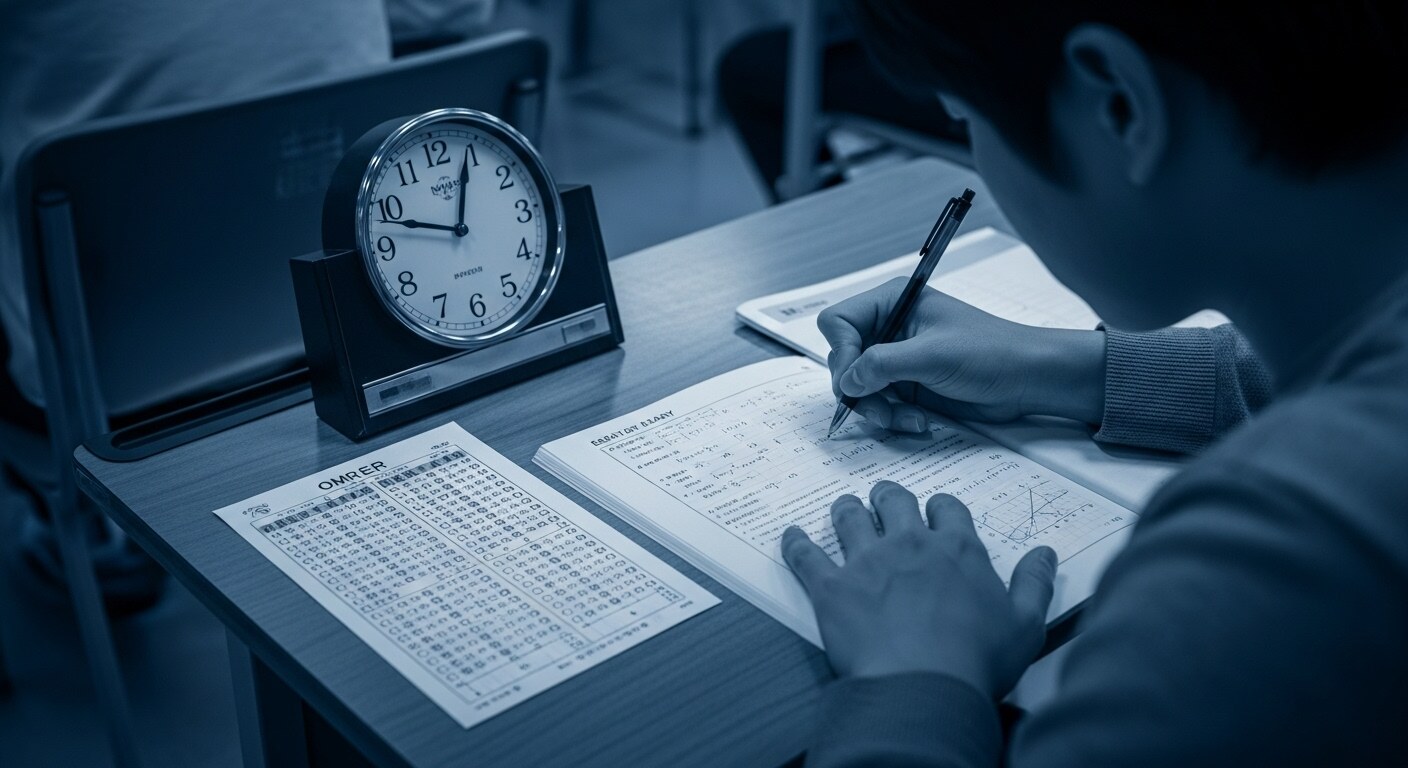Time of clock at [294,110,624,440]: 12:48
